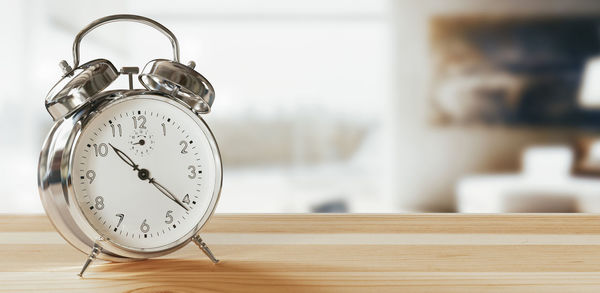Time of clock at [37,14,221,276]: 10:21
